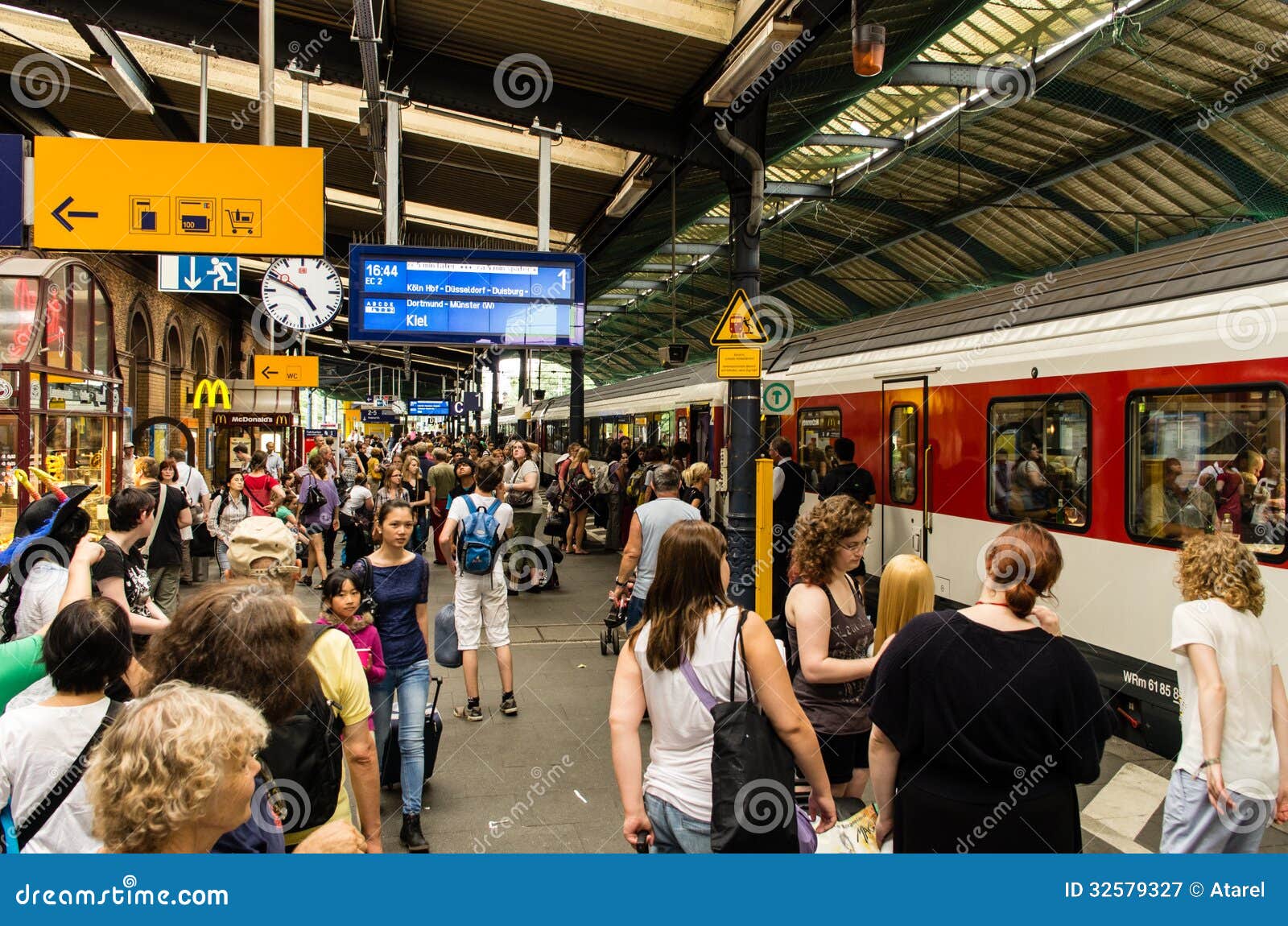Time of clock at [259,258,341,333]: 4:48
